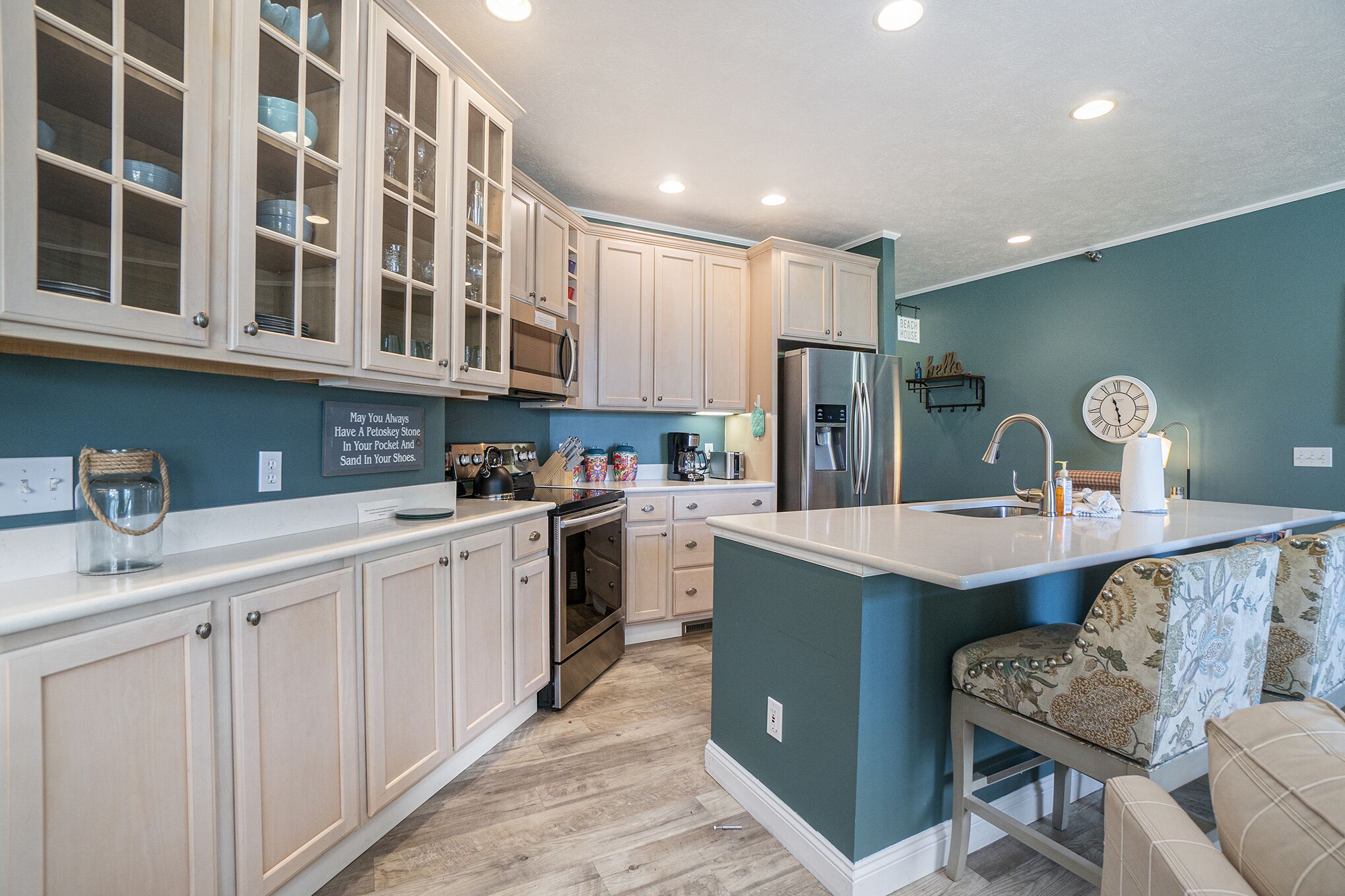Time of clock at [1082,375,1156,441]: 11:28
